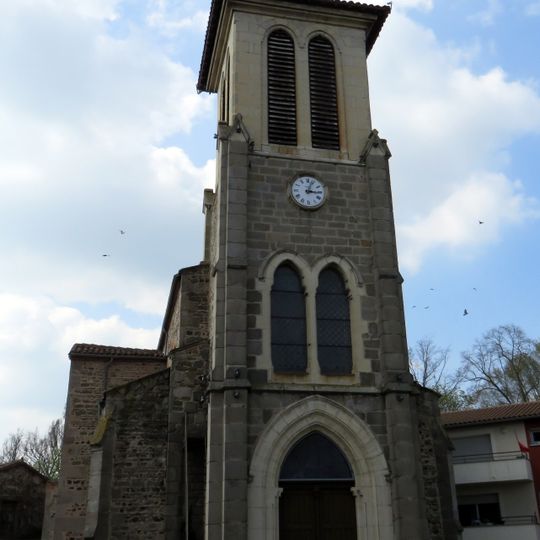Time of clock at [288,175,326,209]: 3:03
